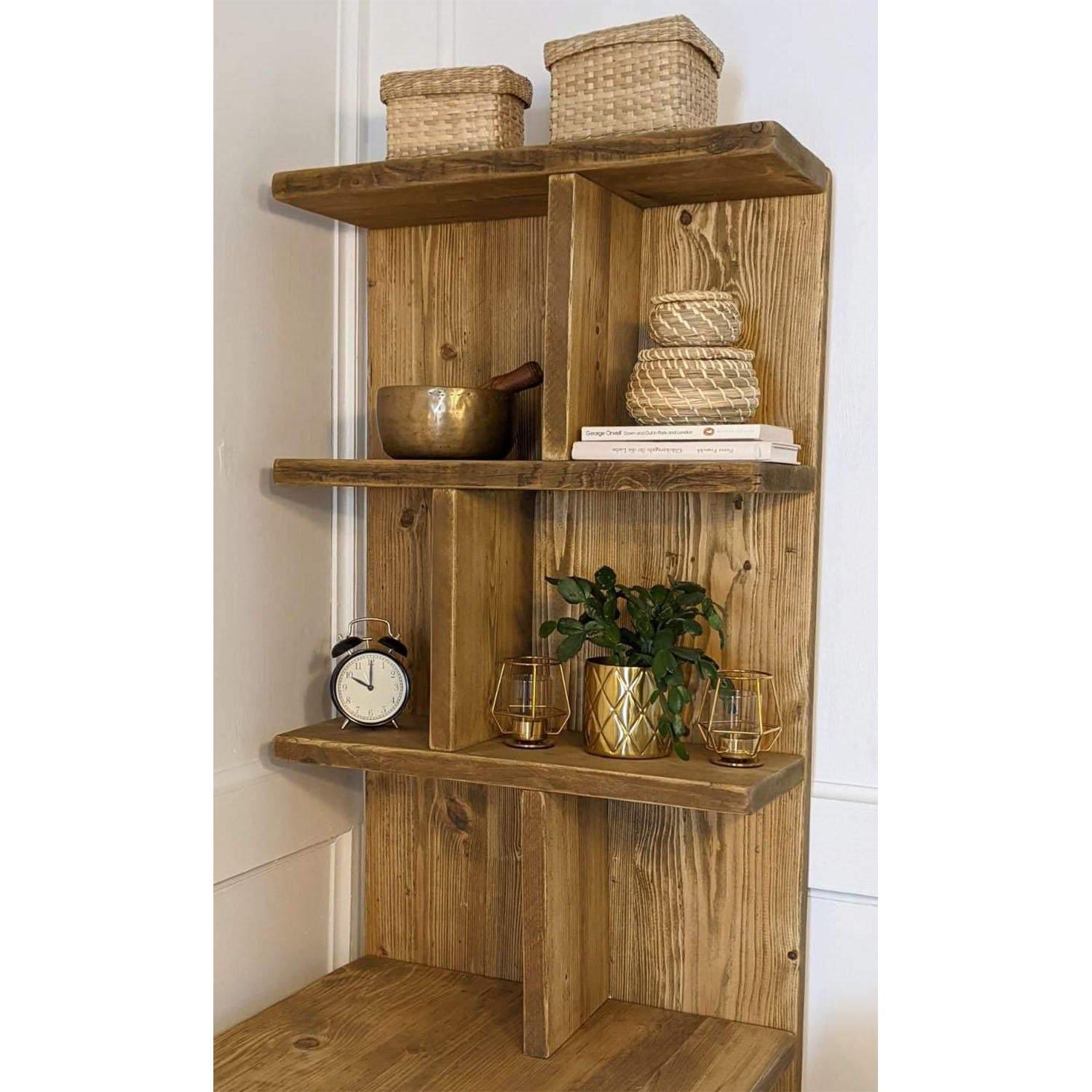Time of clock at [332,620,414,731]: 10:00
